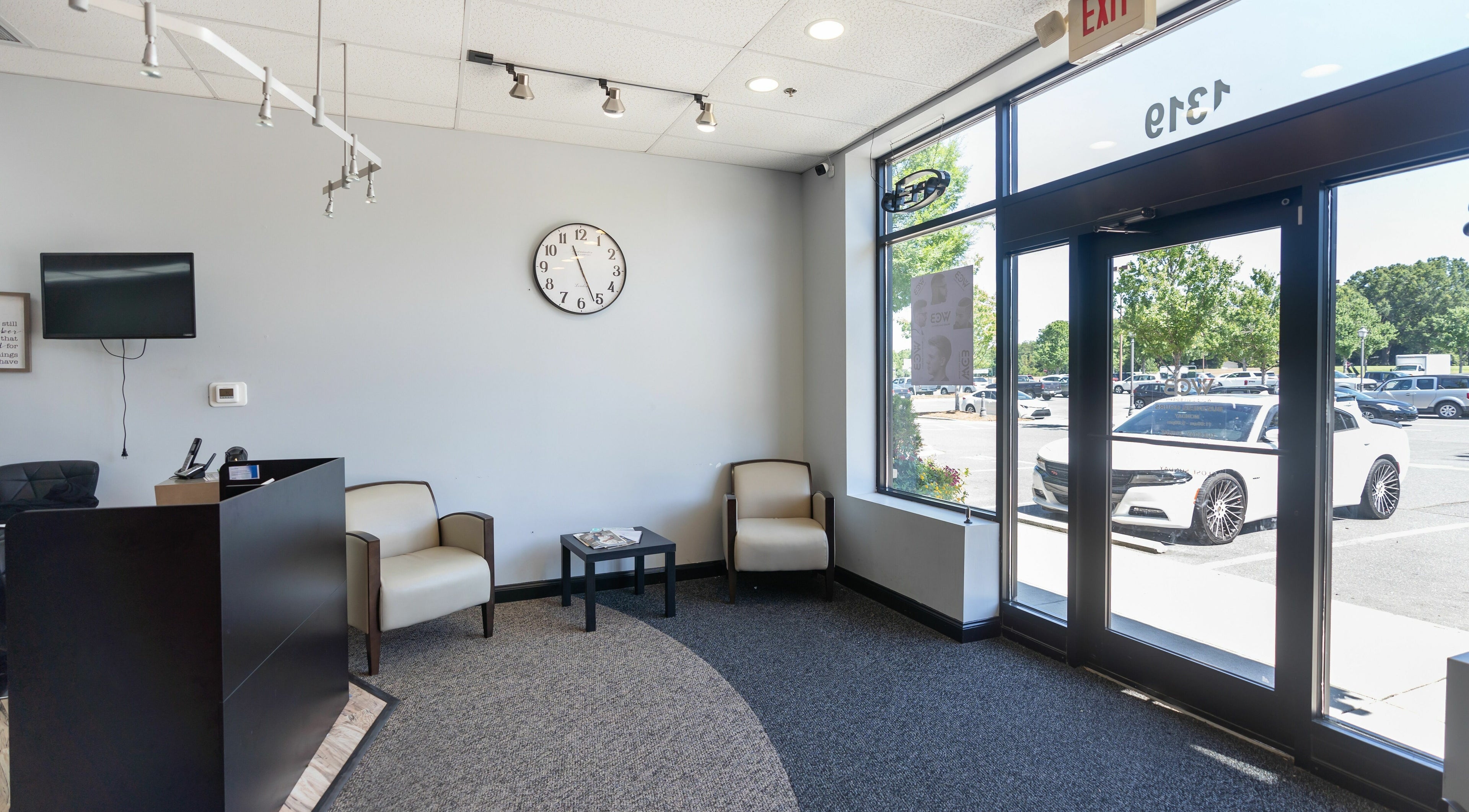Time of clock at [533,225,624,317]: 11:26
